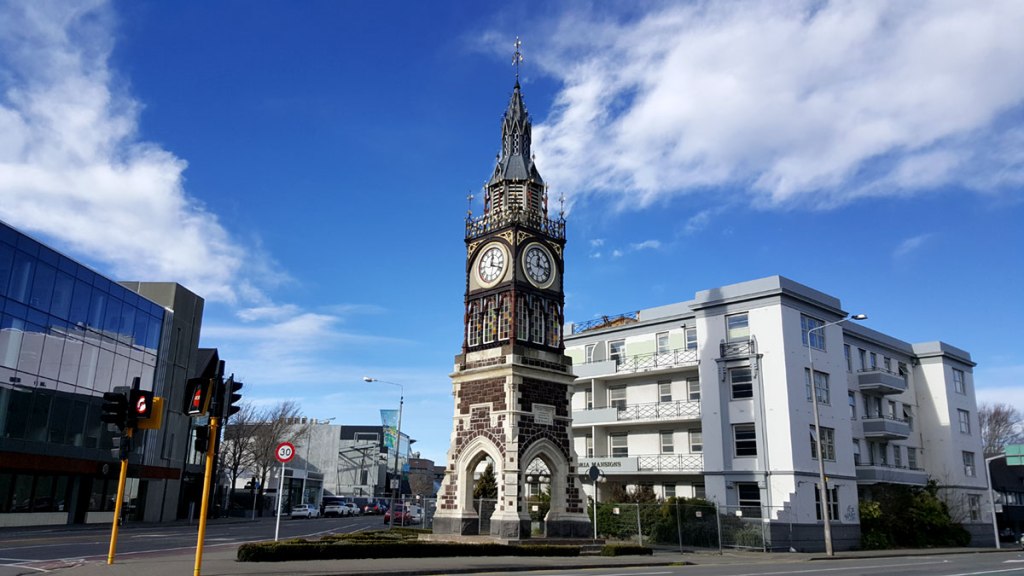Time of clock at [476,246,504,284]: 12:18
